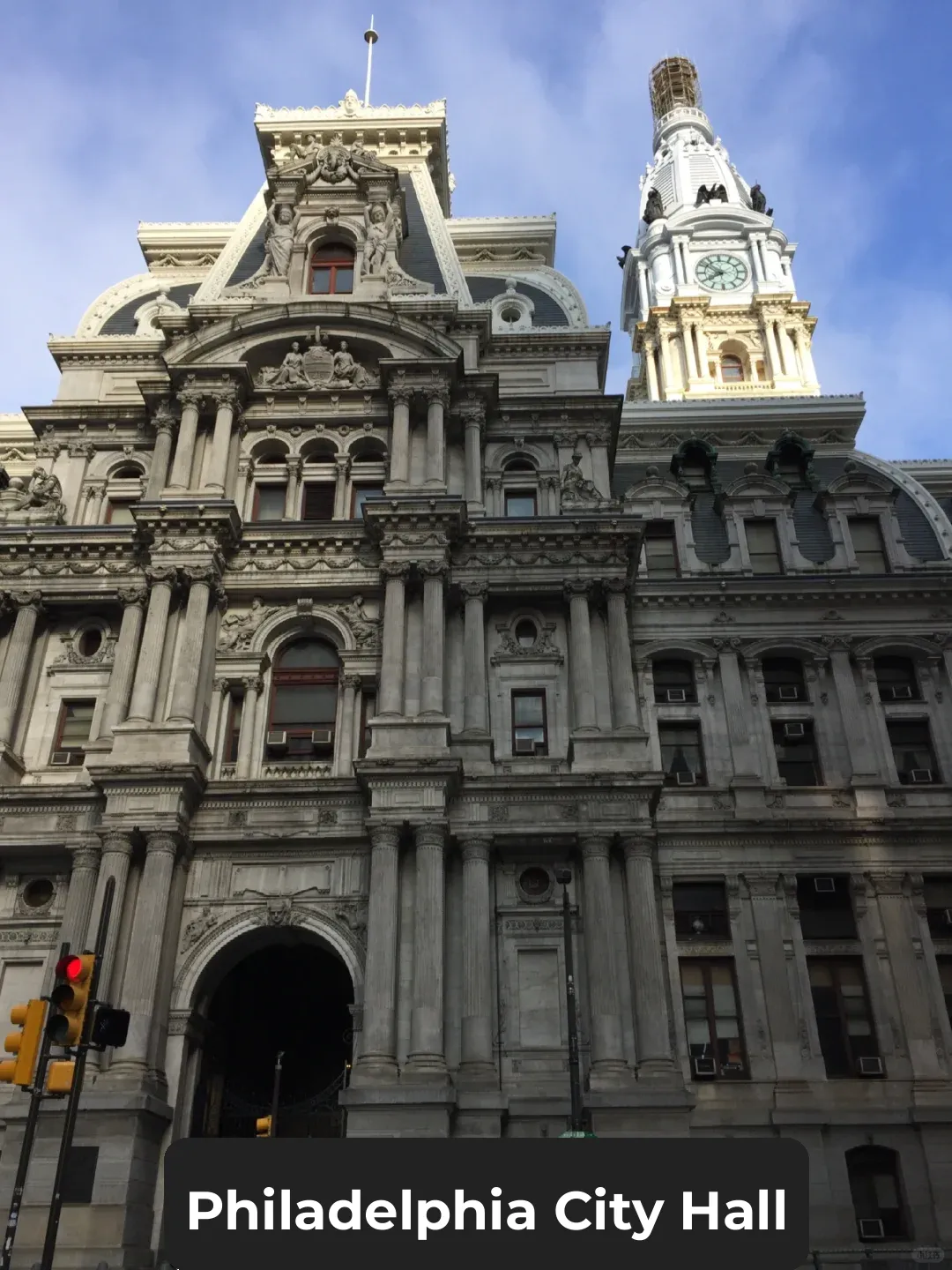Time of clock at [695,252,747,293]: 7:51
